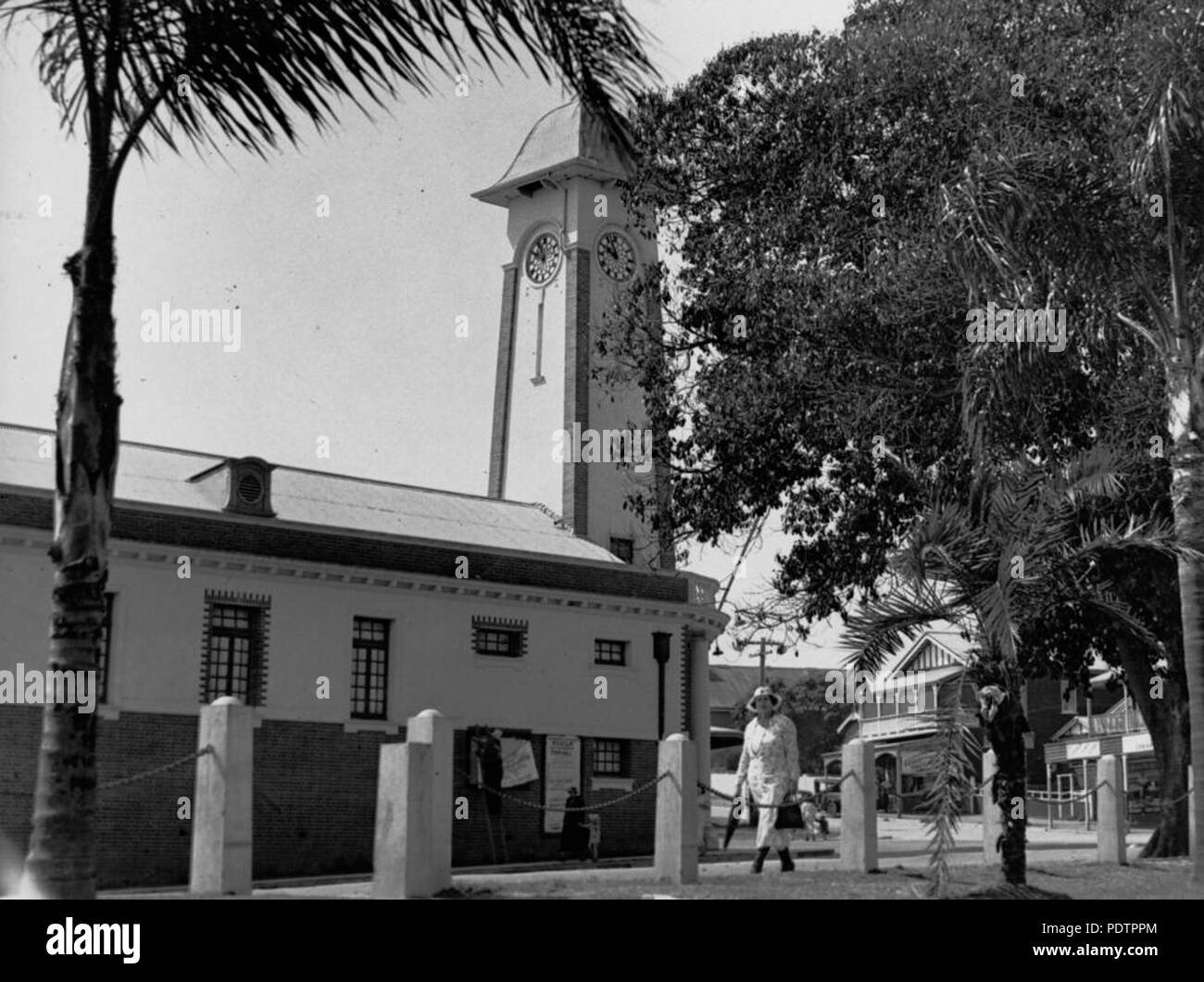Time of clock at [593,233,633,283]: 9:56
